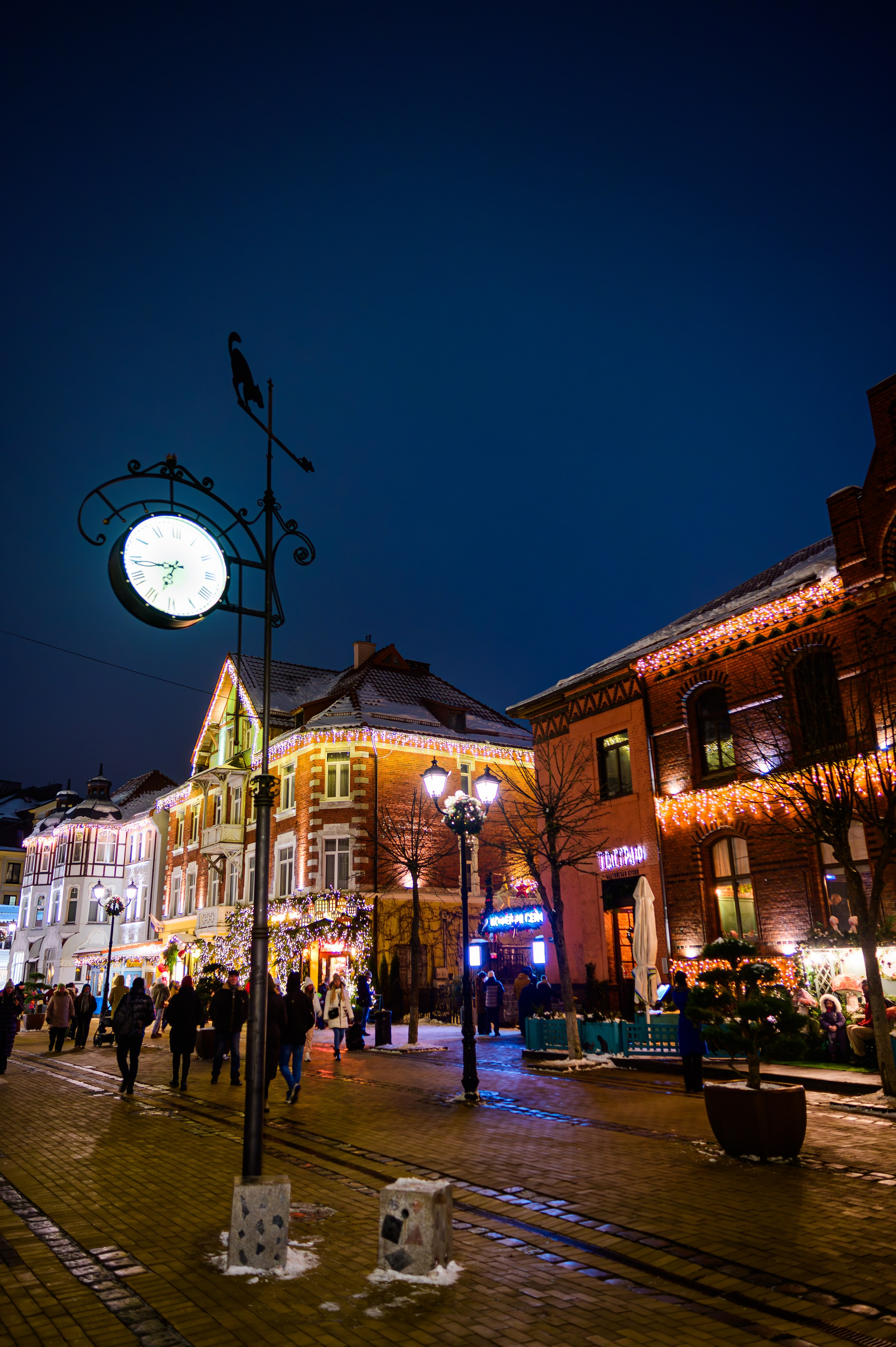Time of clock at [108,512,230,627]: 6:43
